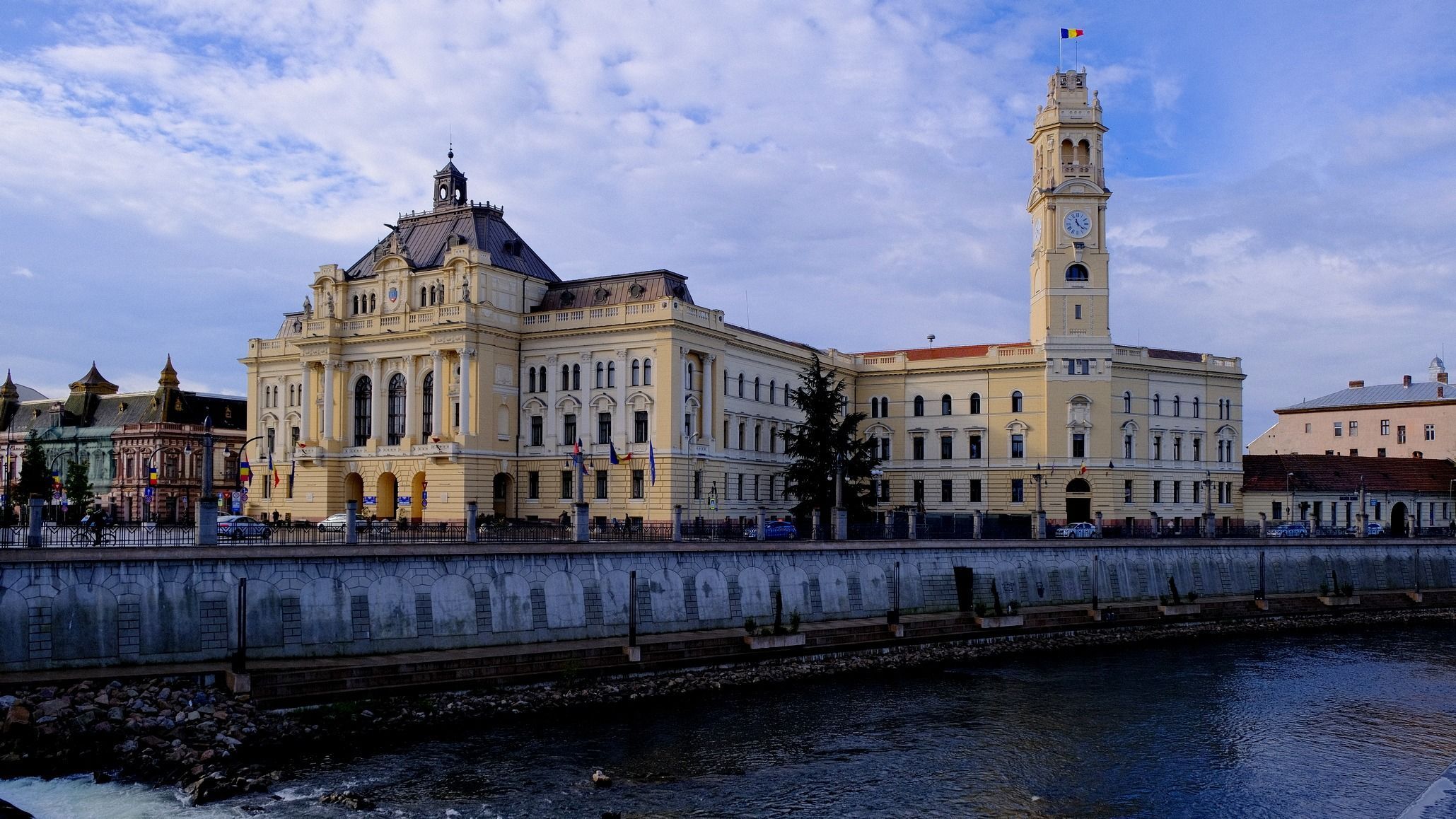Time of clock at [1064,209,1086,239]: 11:21
